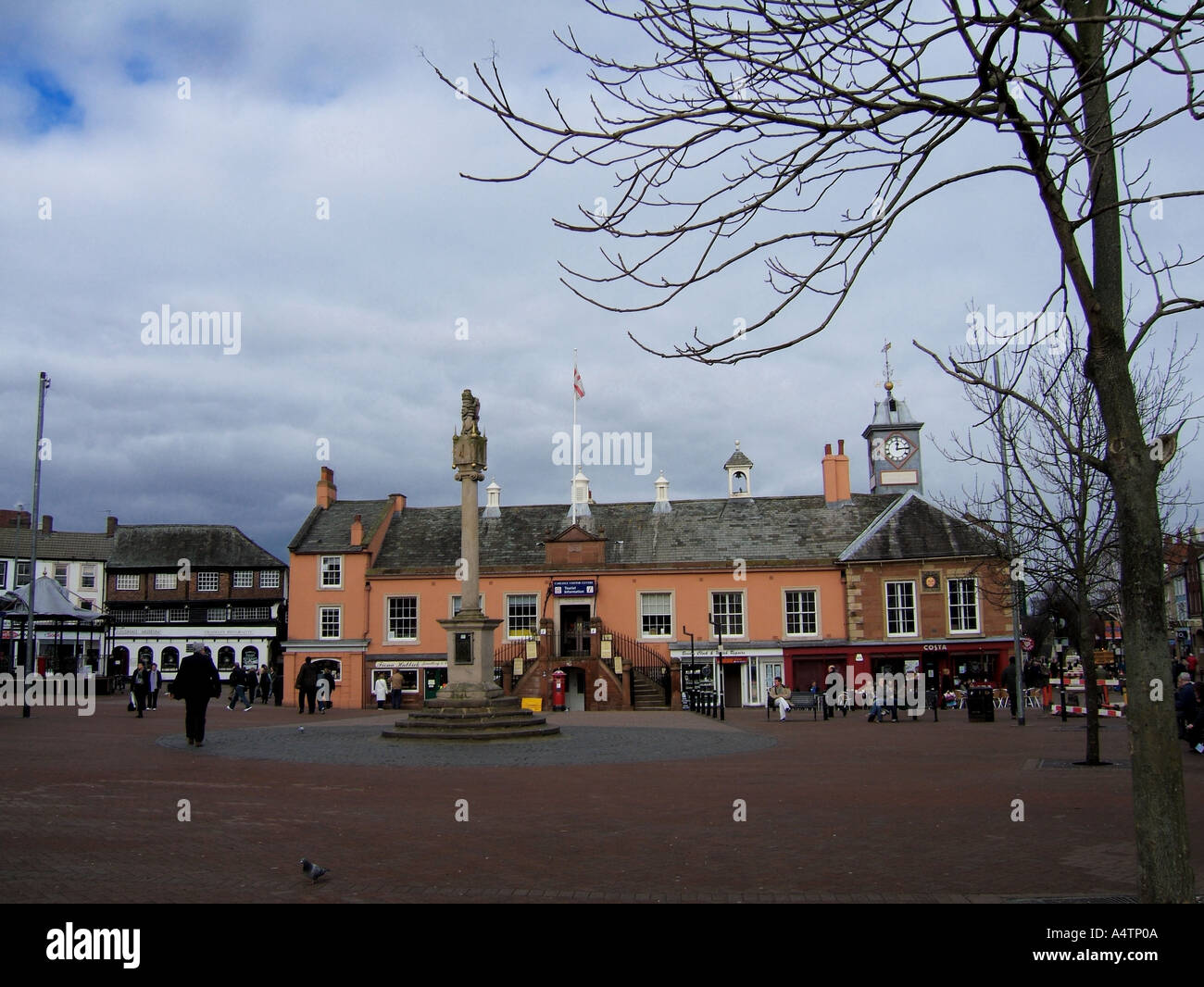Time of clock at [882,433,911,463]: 12:14
